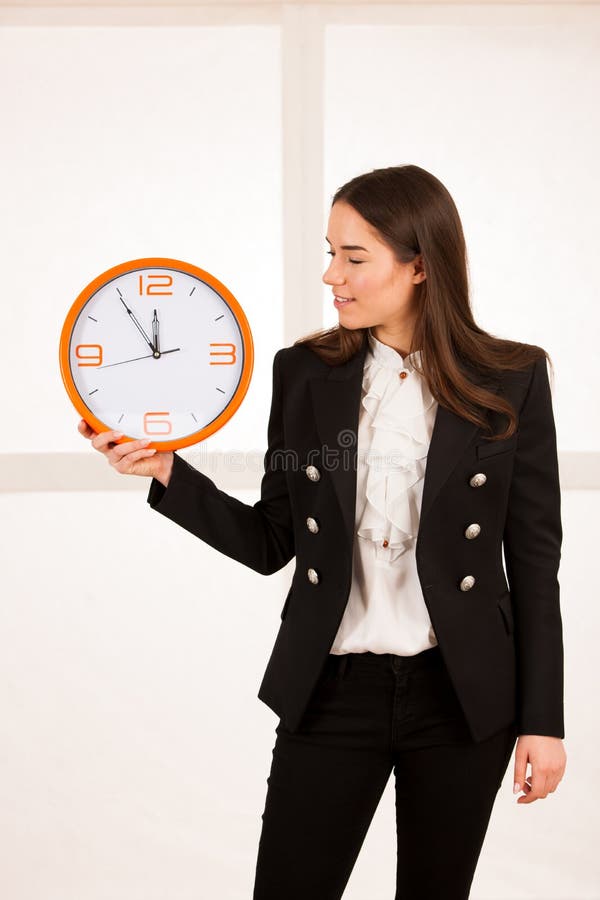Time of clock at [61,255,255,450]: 11:54
